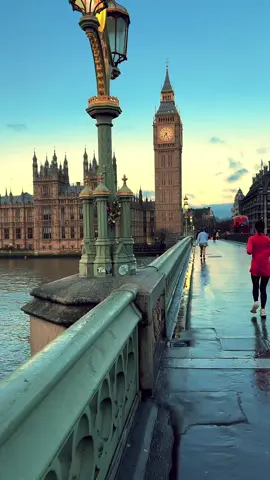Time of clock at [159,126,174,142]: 7:25
